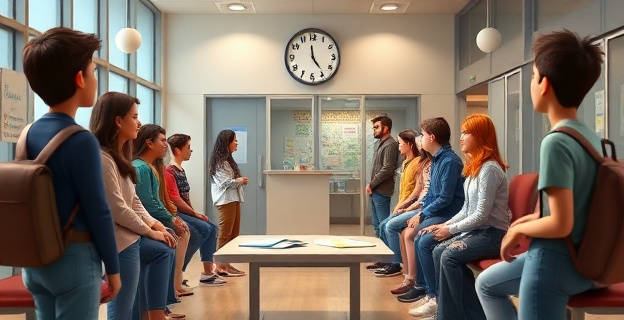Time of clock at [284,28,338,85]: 4:58
